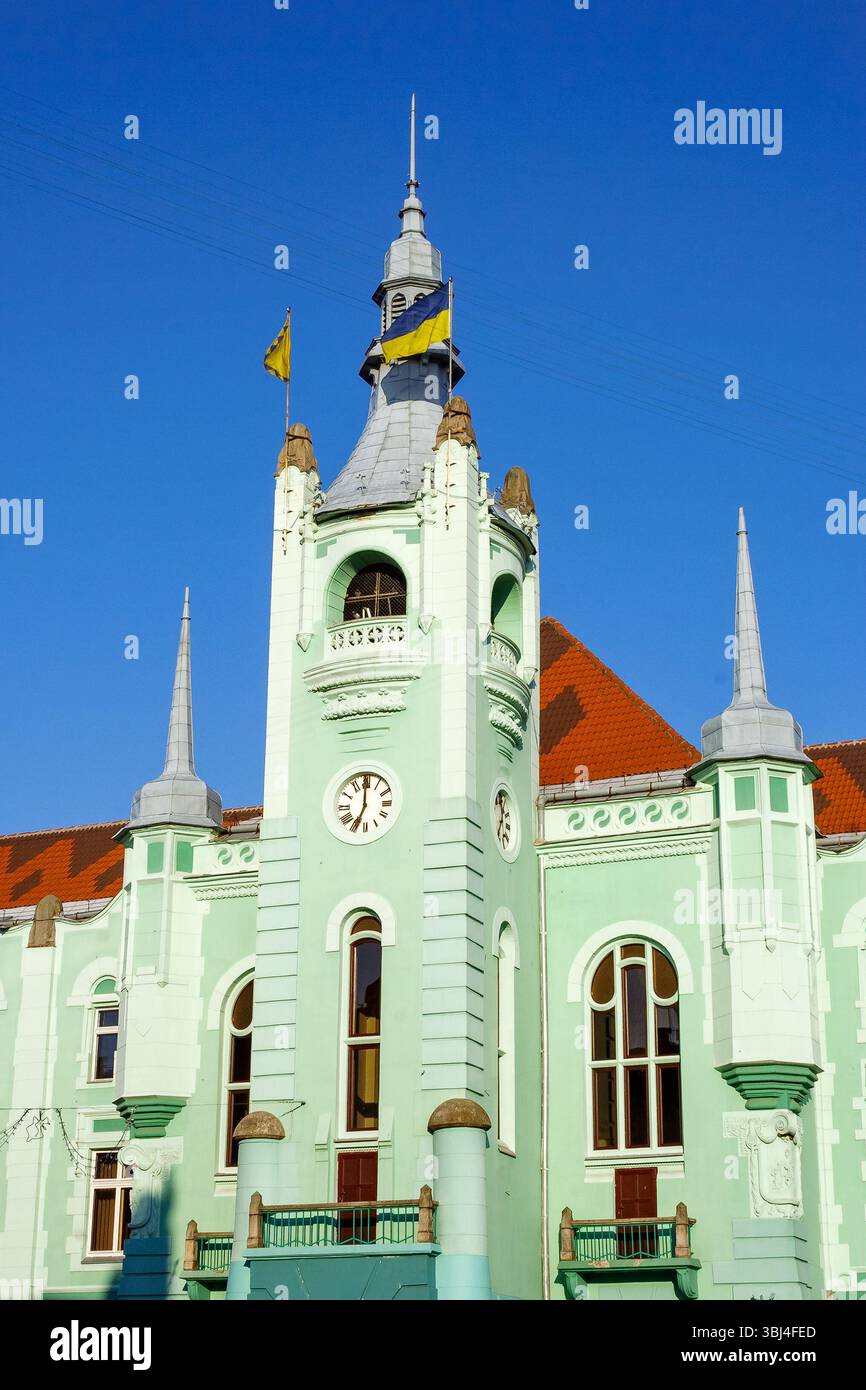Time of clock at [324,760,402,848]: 6:59
